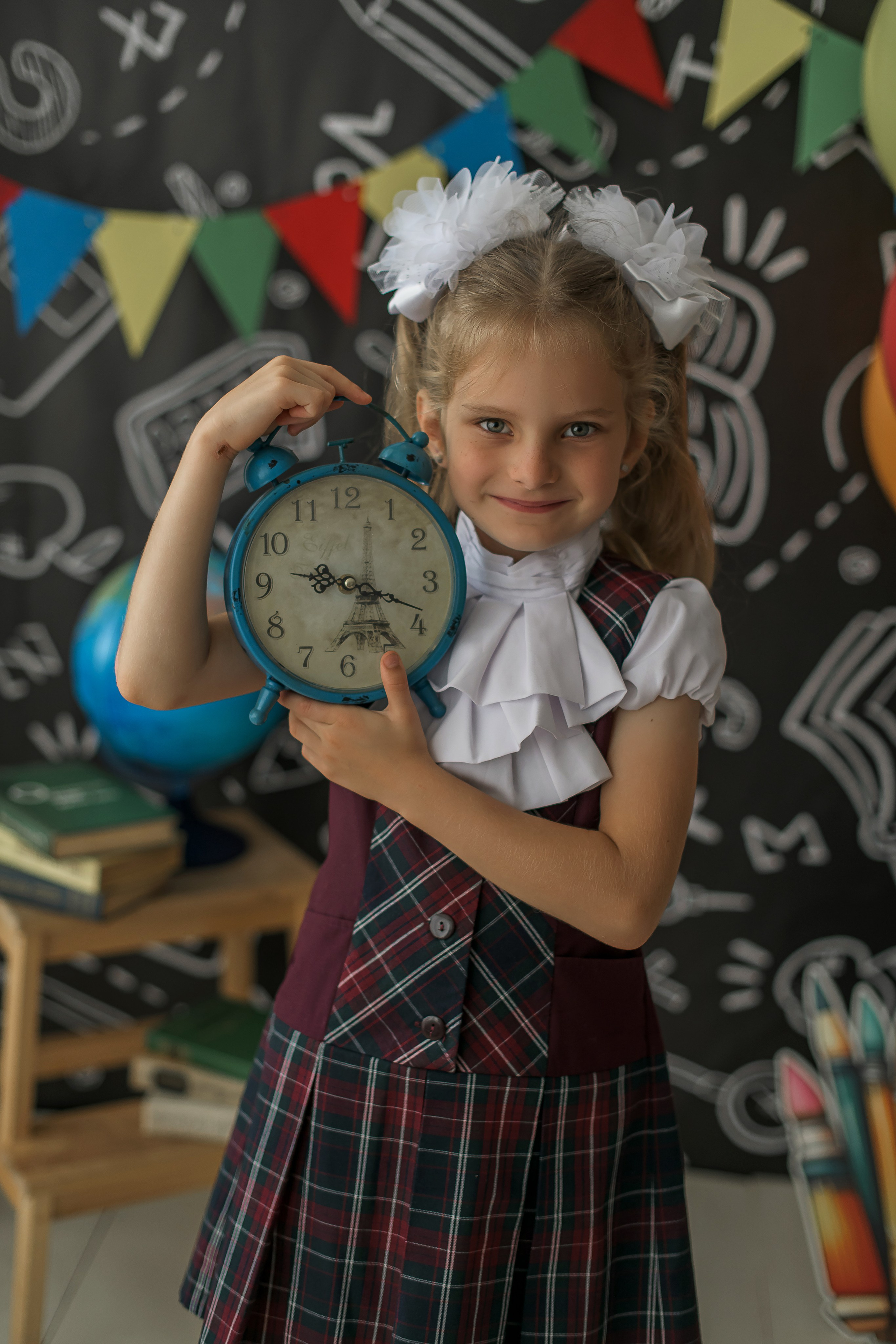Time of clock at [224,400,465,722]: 9:18
